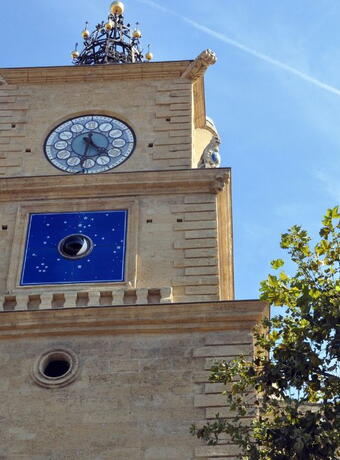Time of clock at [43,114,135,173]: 4:31
